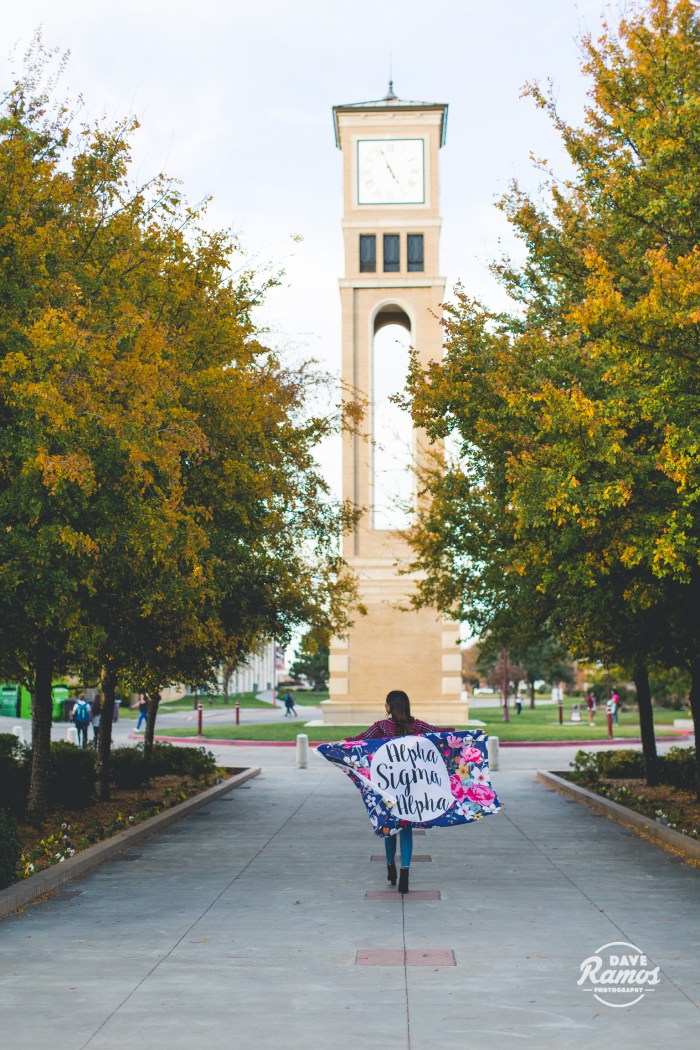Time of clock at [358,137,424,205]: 4:56
